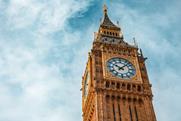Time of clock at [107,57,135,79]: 10:07
